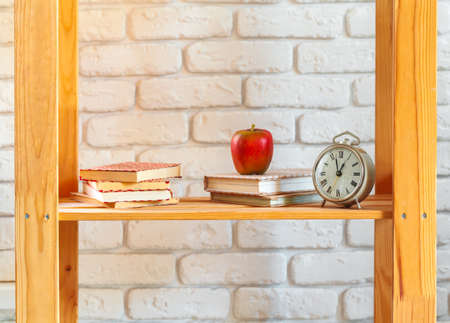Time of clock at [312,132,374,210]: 12:57
